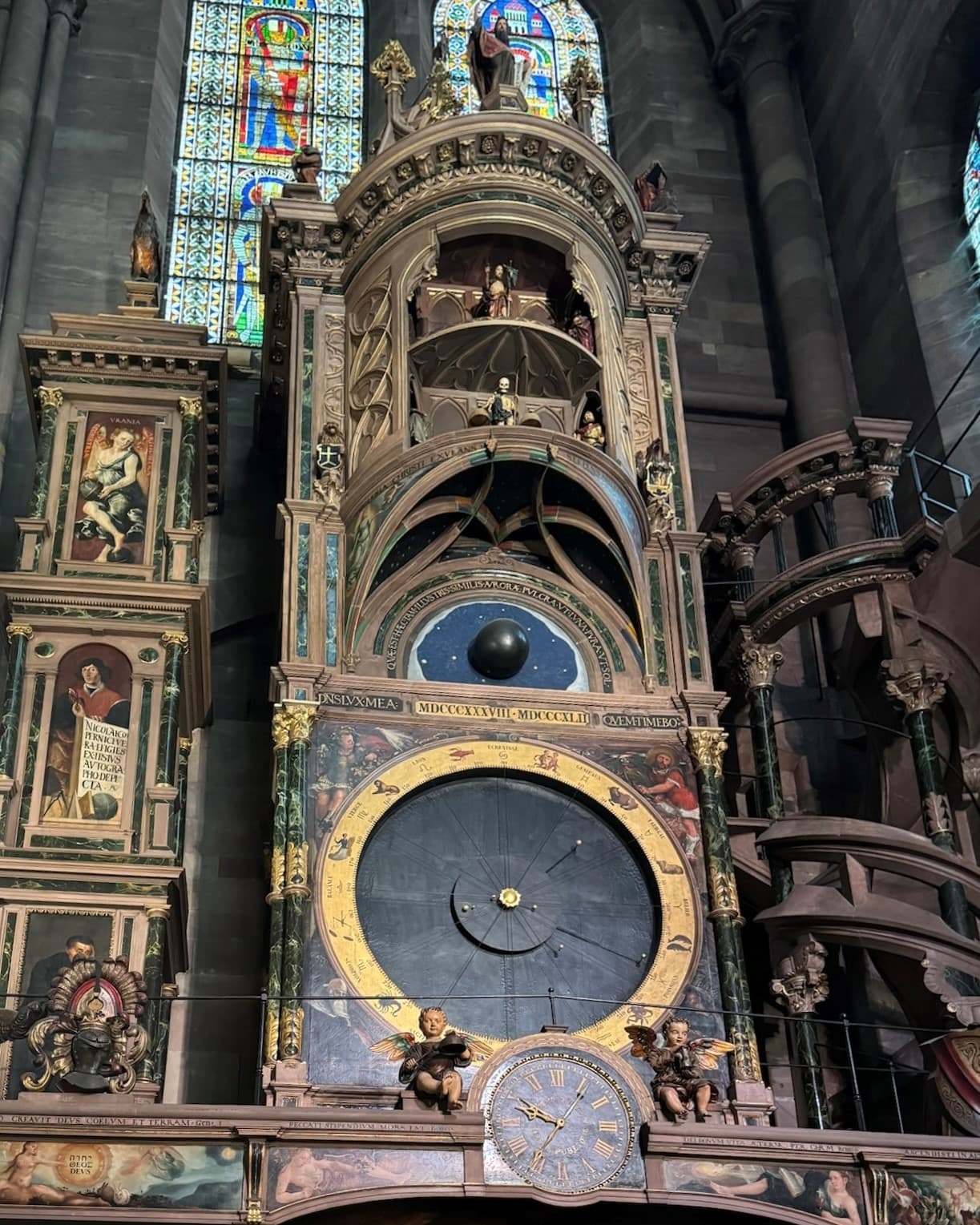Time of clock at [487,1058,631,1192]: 9:50
